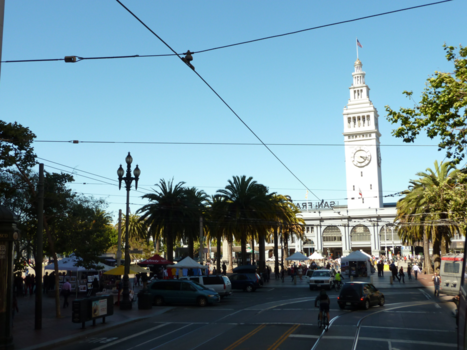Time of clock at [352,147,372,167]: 4:17
